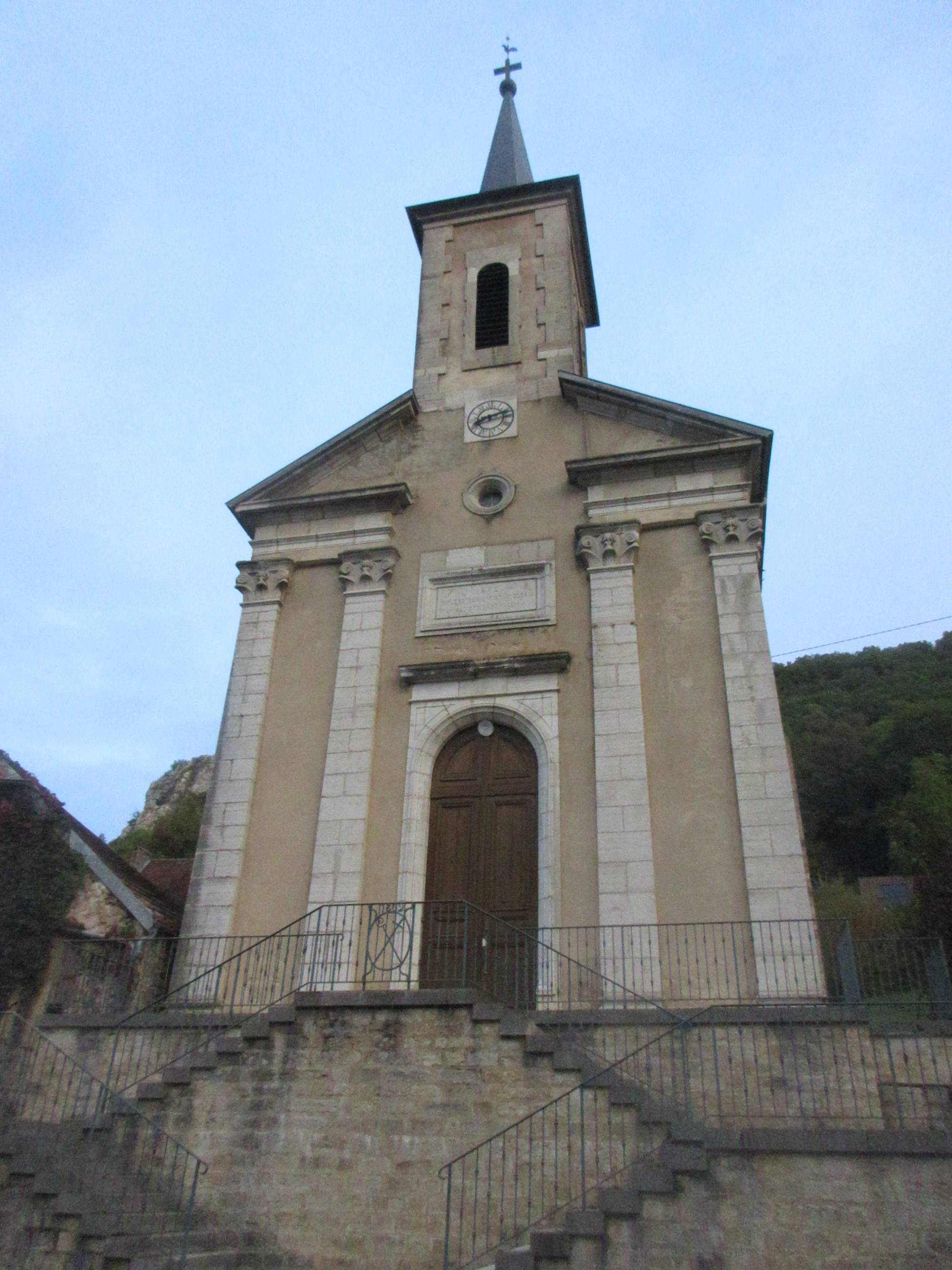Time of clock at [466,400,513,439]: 8:12
